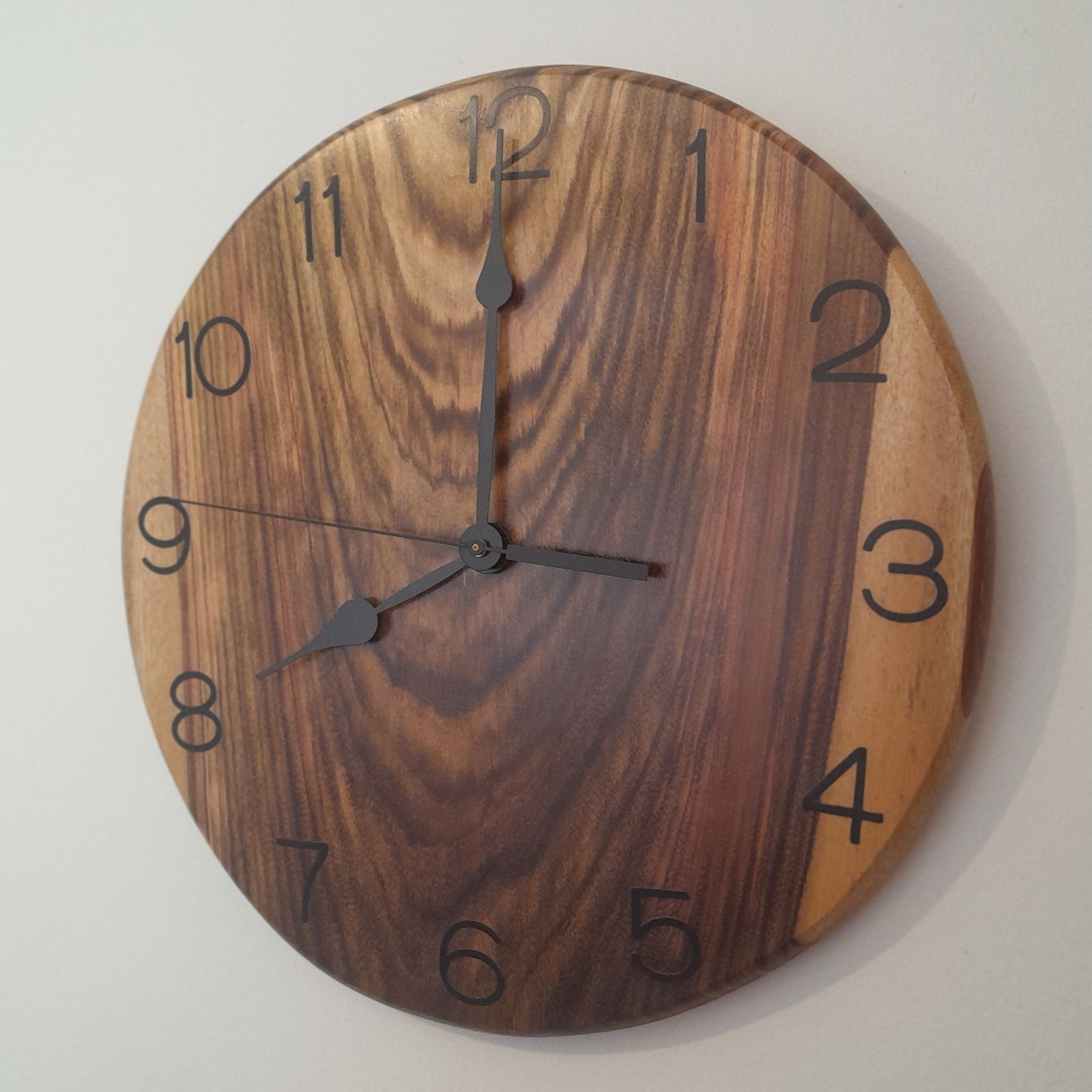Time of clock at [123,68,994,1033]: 8:00
